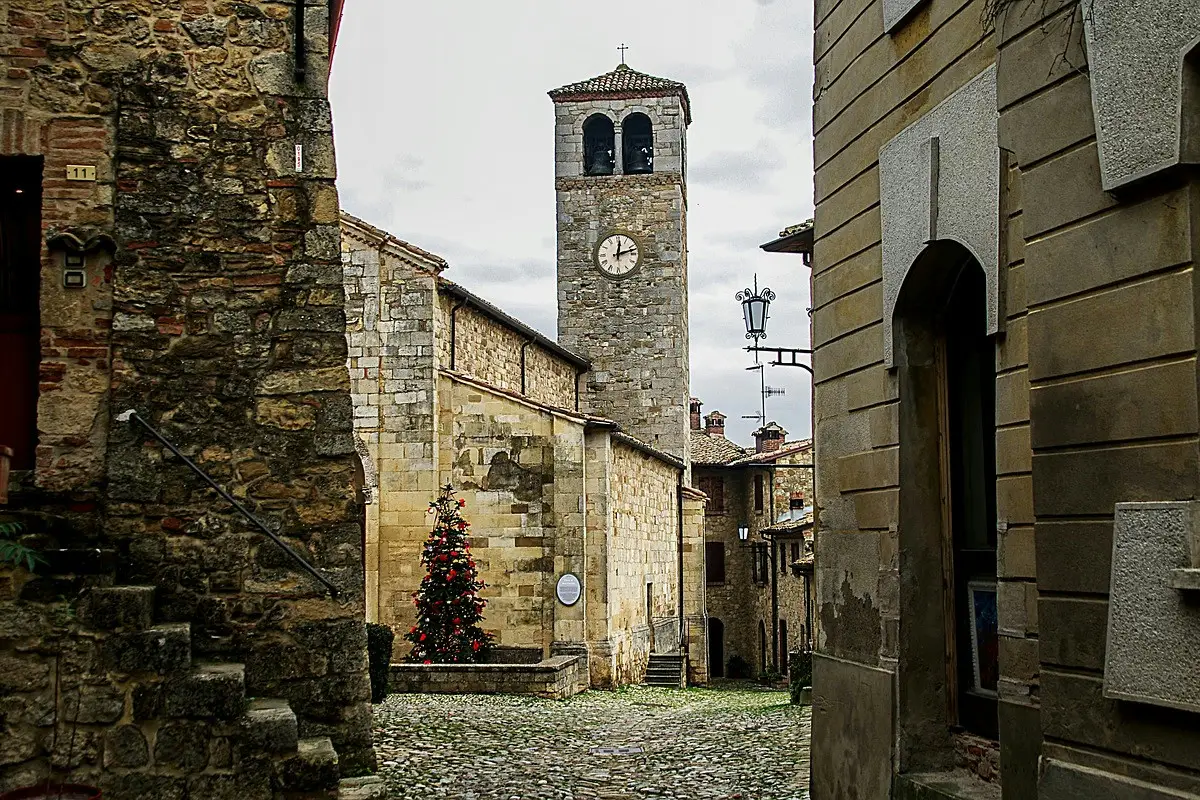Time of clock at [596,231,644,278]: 12:12
